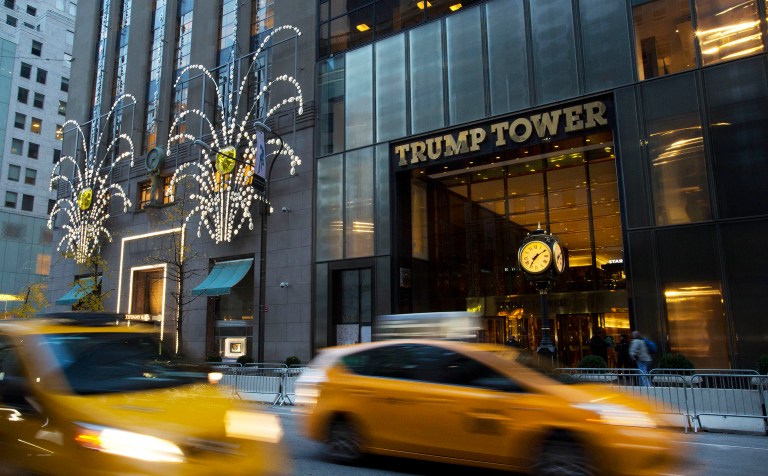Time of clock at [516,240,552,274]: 7:09
